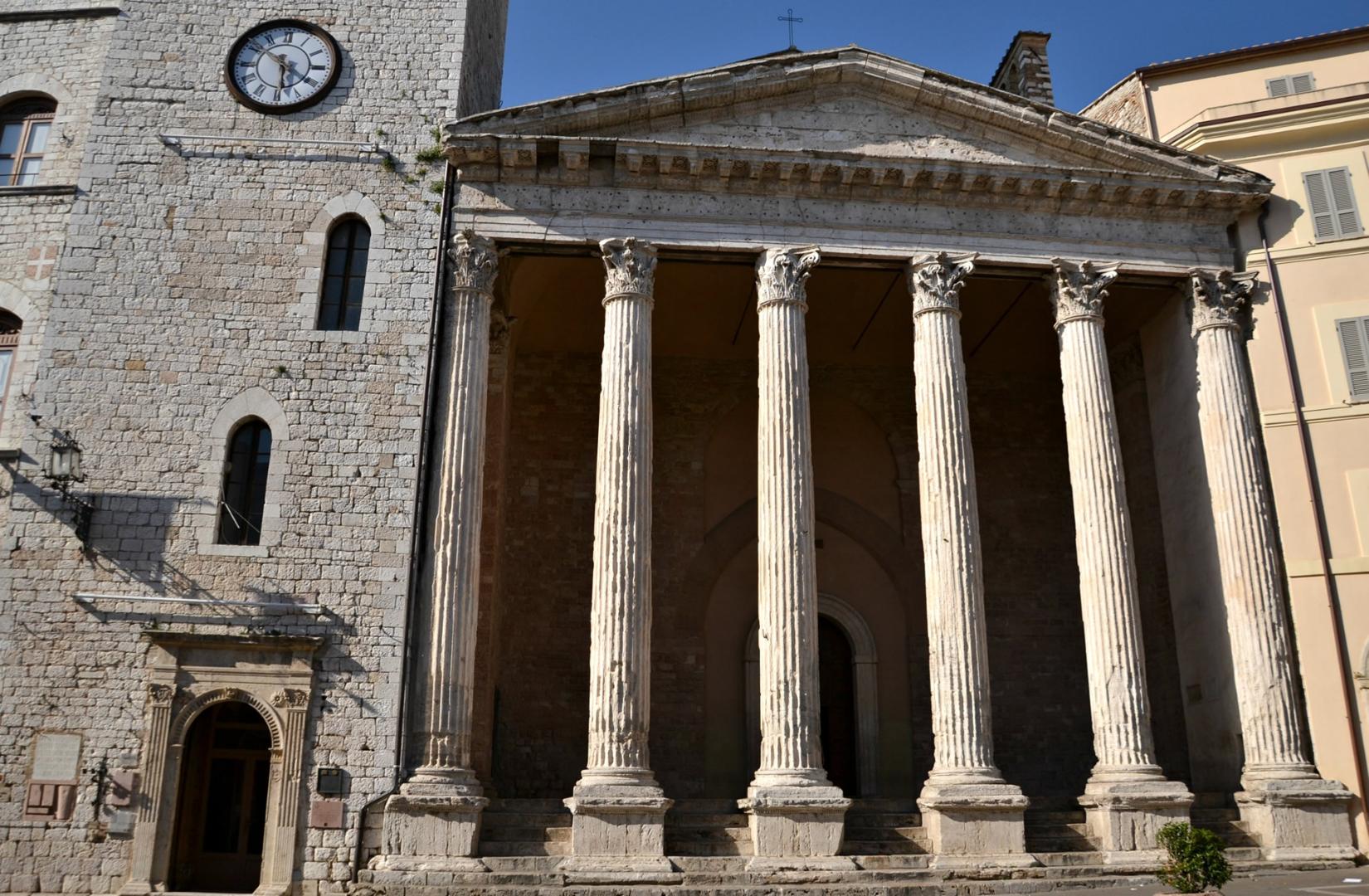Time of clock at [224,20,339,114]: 5:51
